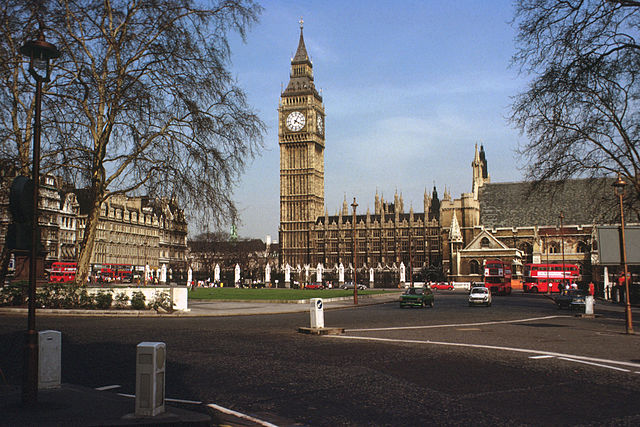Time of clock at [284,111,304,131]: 4:04
